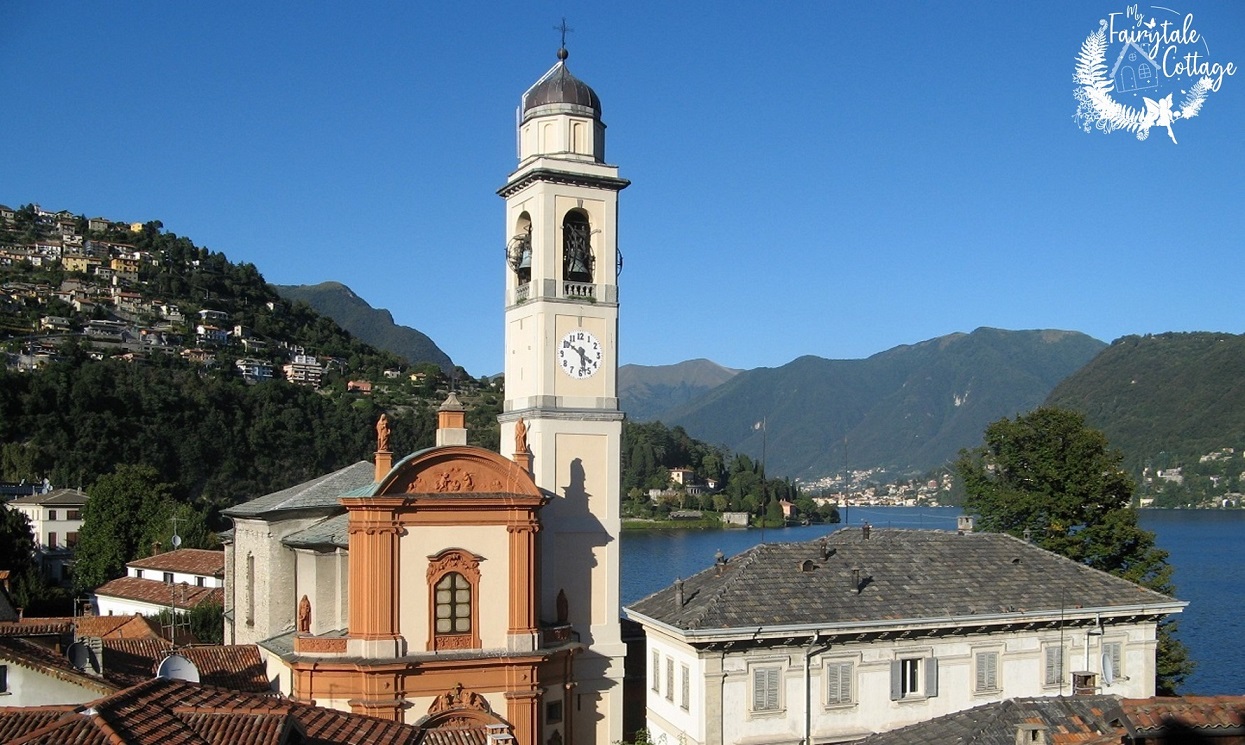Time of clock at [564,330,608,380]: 5:51
